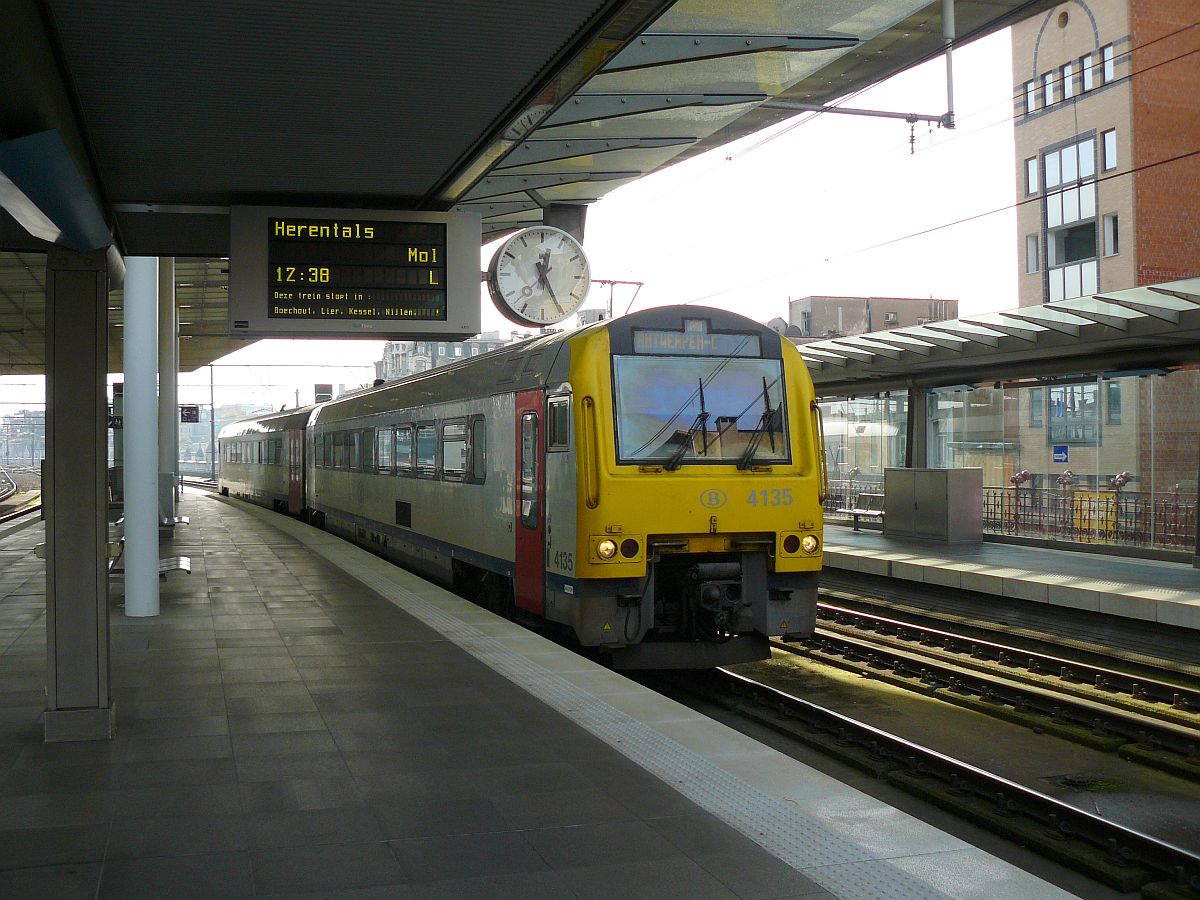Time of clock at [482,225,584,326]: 12:25
